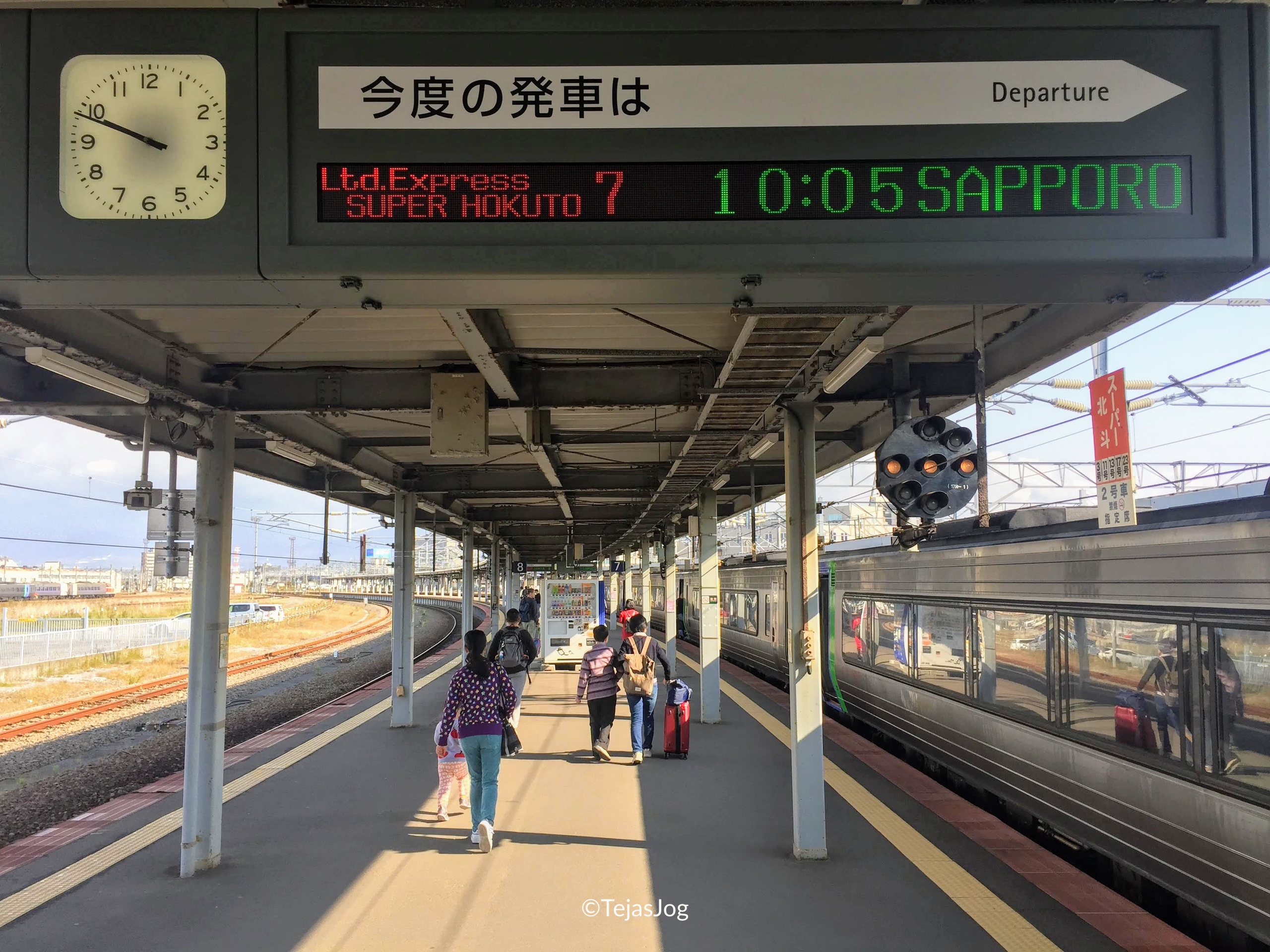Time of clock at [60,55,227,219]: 9:48
